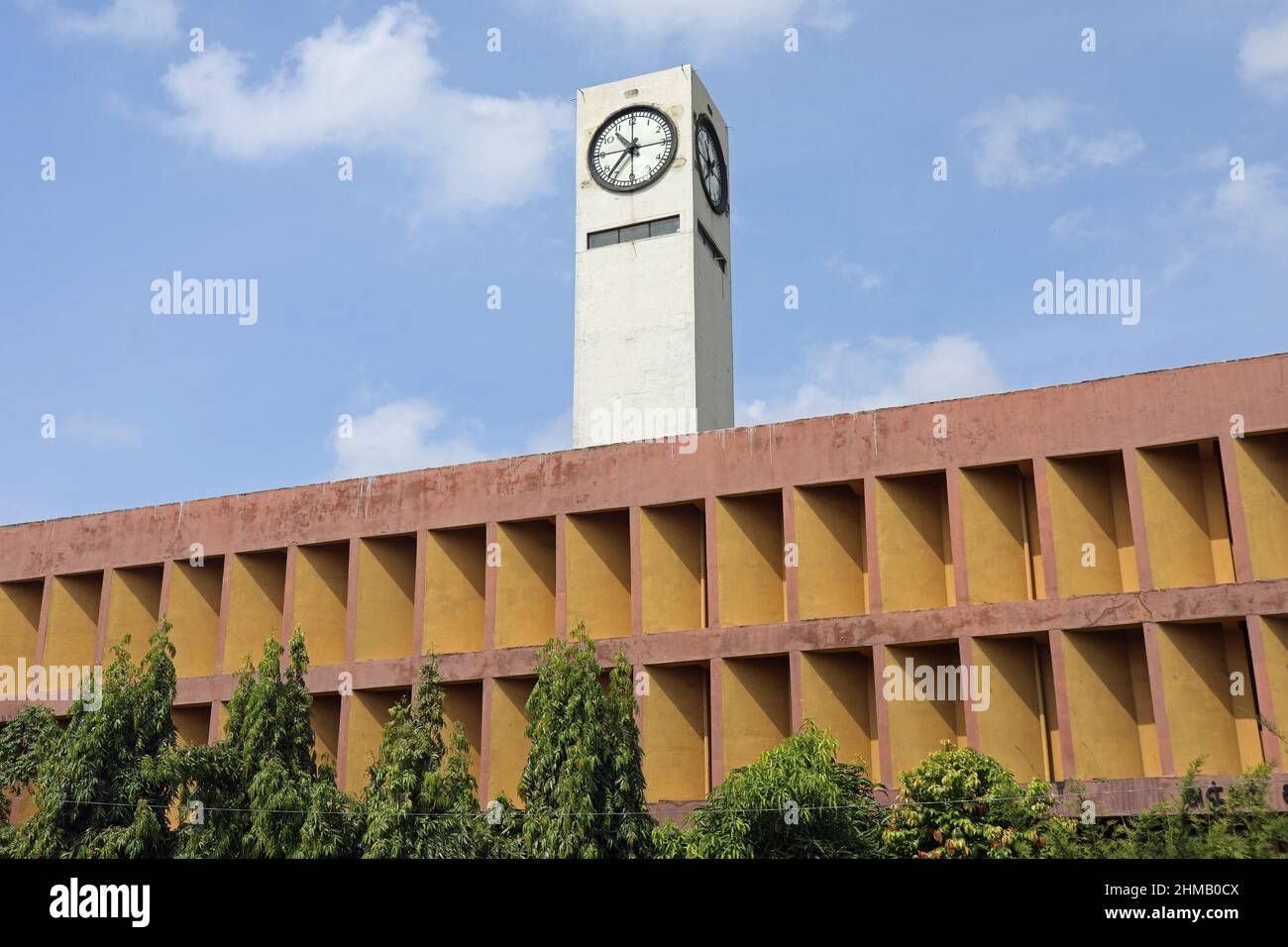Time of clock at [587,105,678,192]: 10:37
